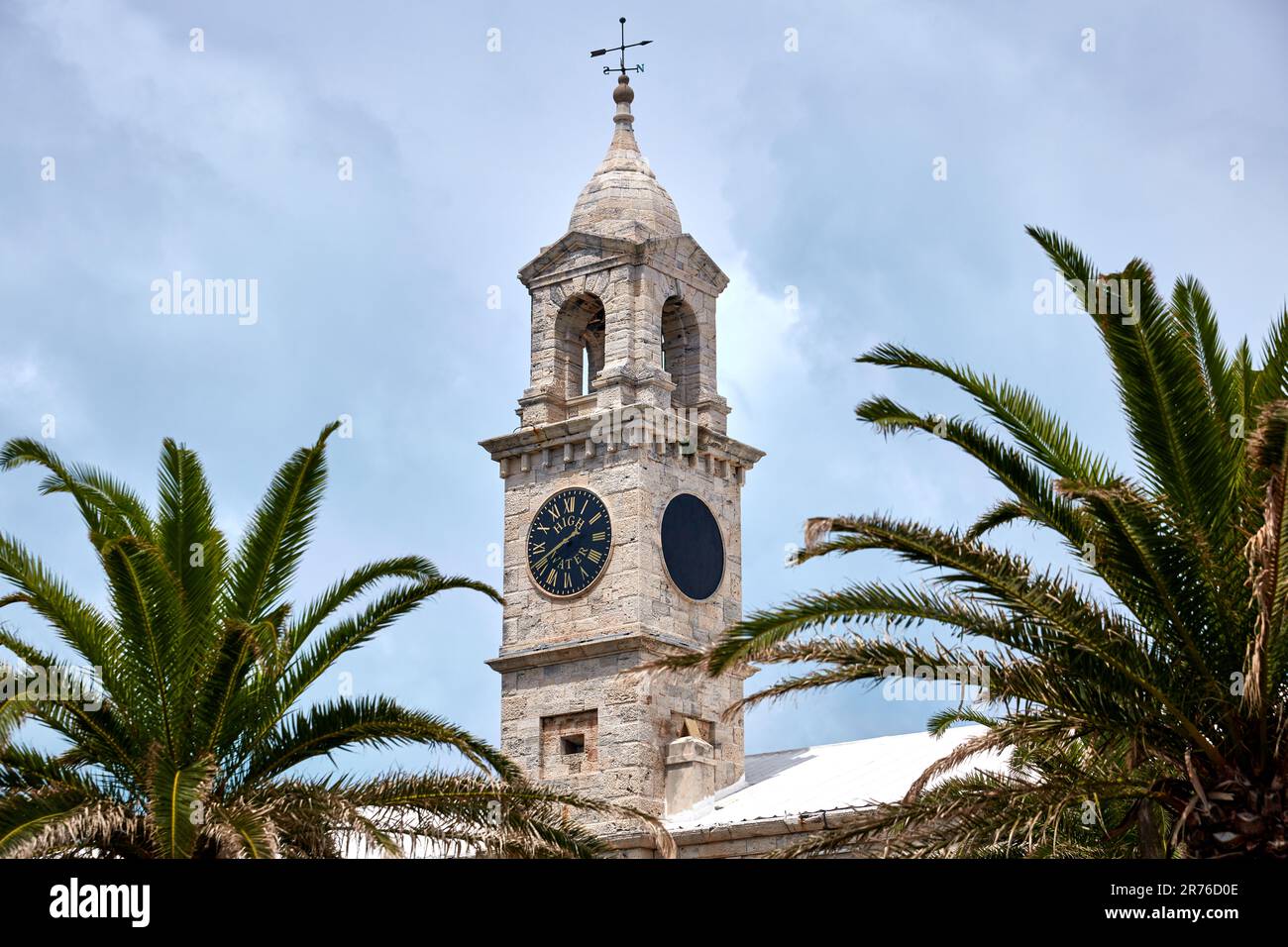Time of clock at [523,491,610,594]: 1:40
